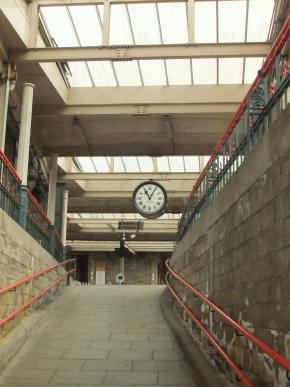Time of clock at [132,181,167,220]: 11:04
